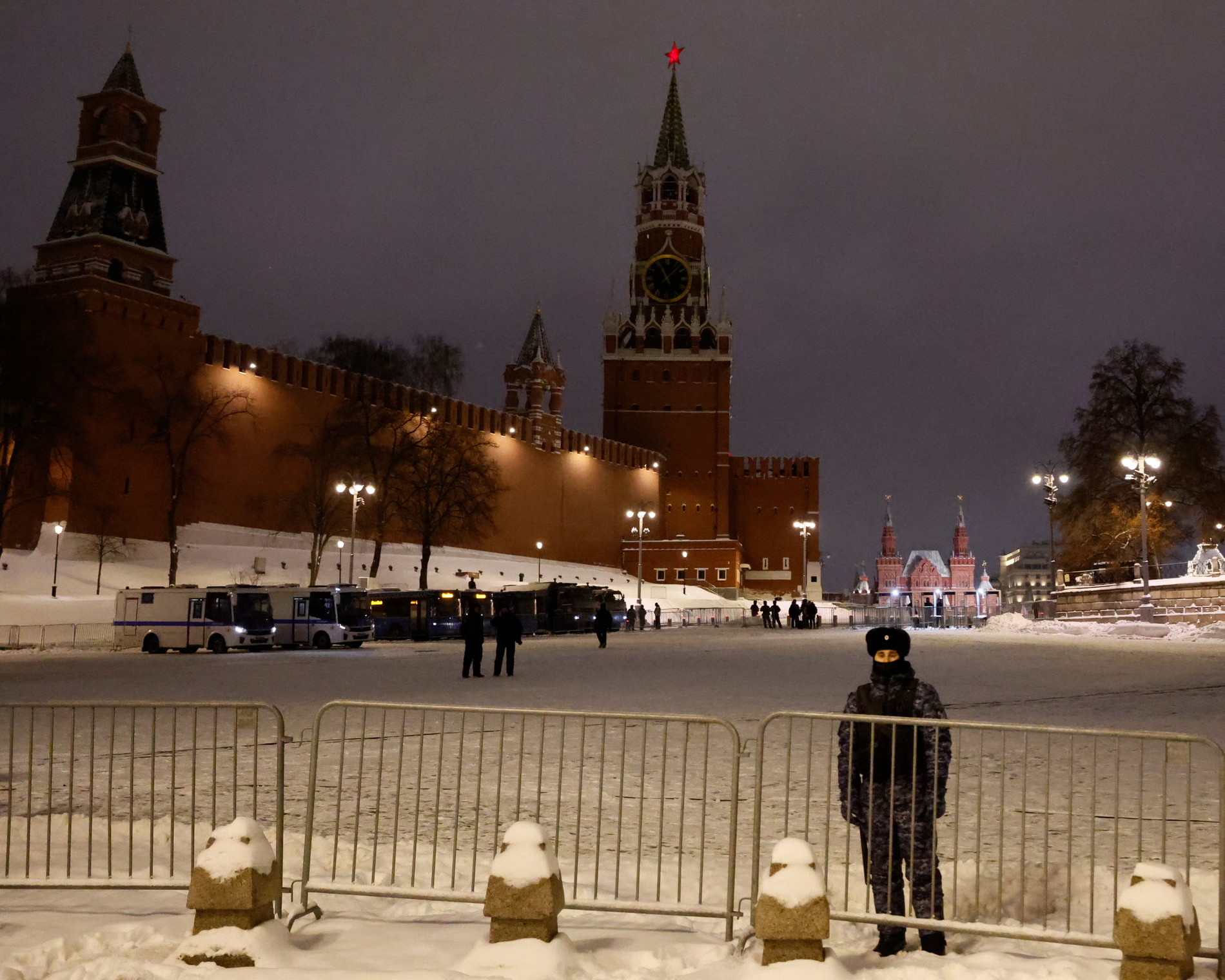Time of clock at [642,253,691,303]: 11:07
